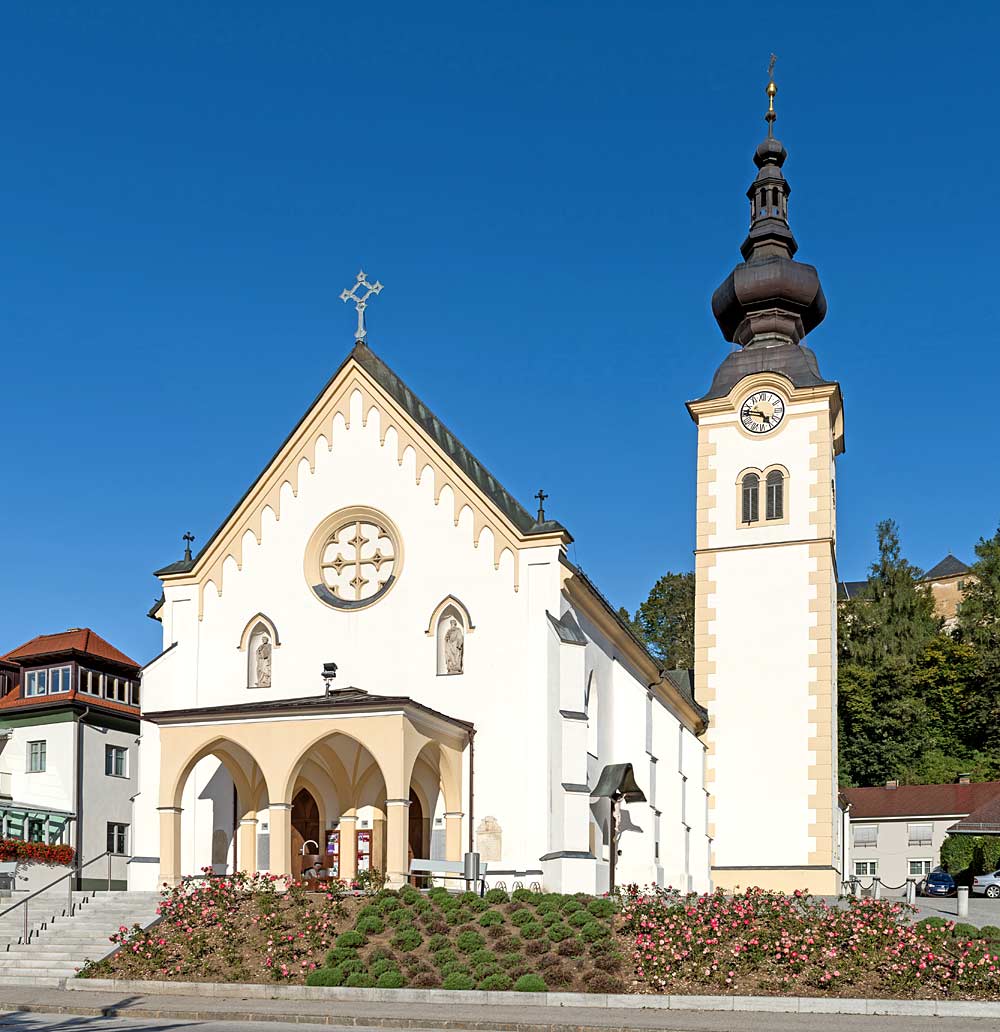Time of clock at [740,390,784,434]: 4:46
